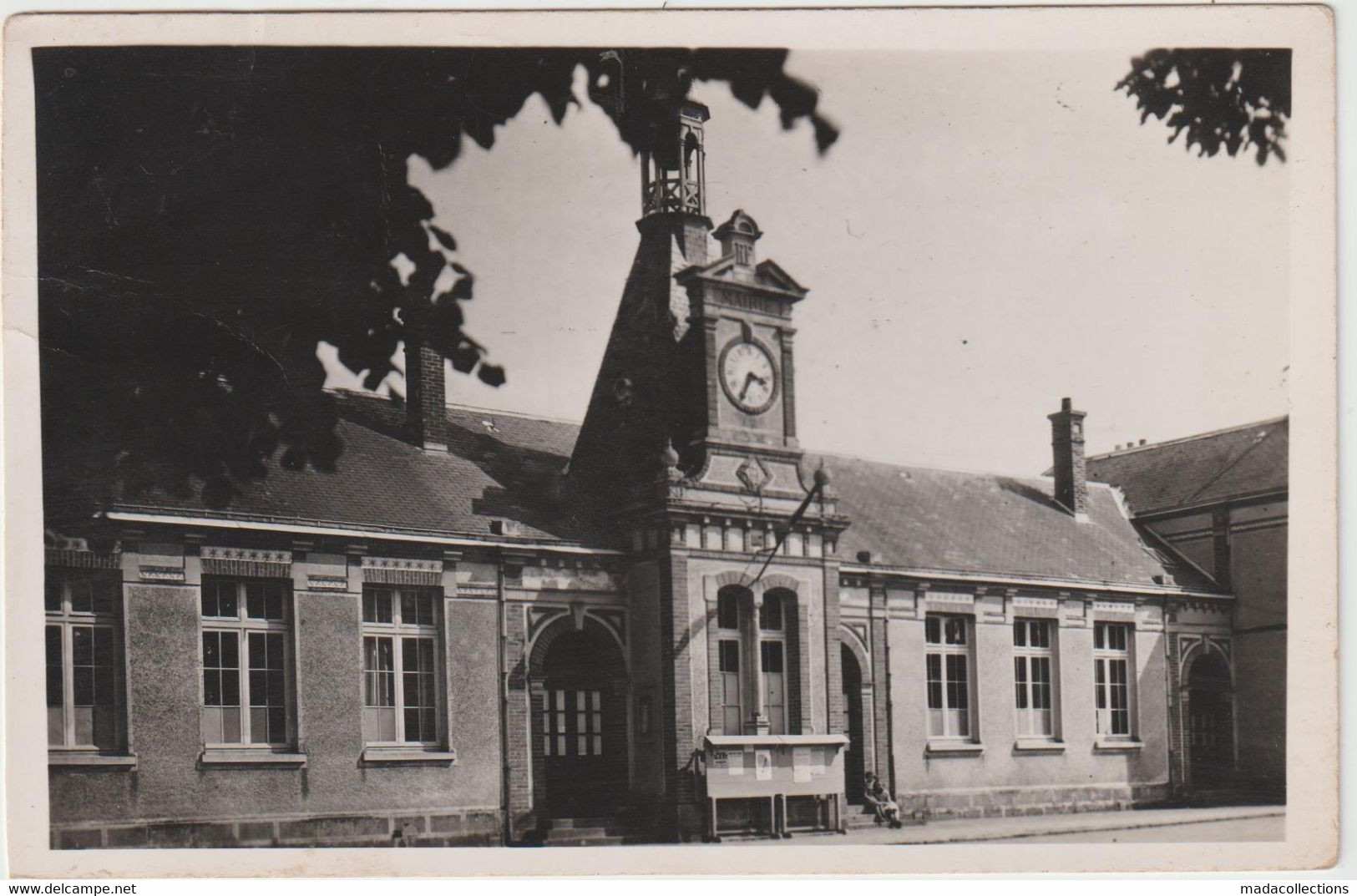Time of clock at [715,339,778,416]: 3:34
